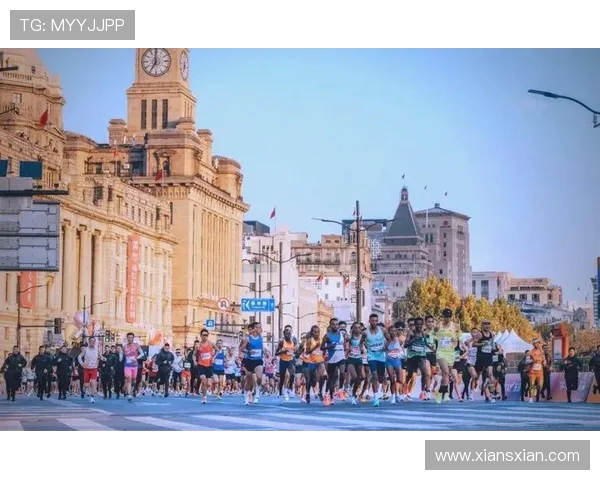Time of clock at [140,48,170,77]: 7:00
